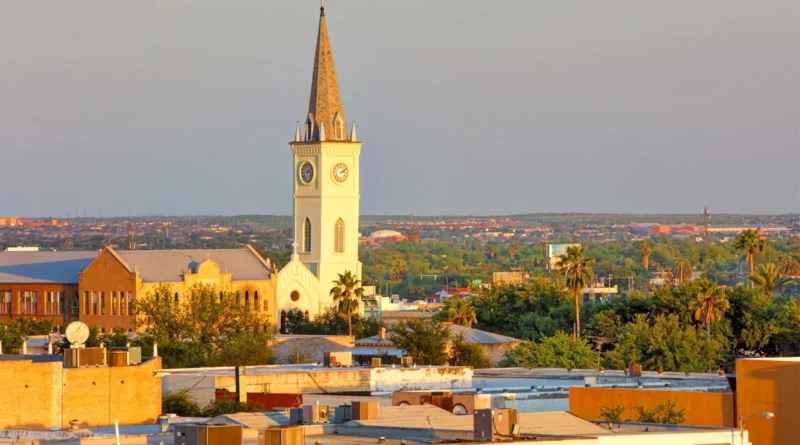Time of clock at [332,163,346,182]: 2:09
